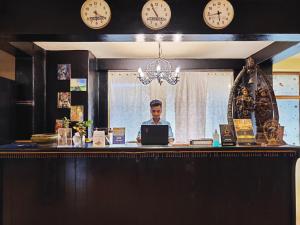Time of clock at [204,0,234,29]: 5:42
